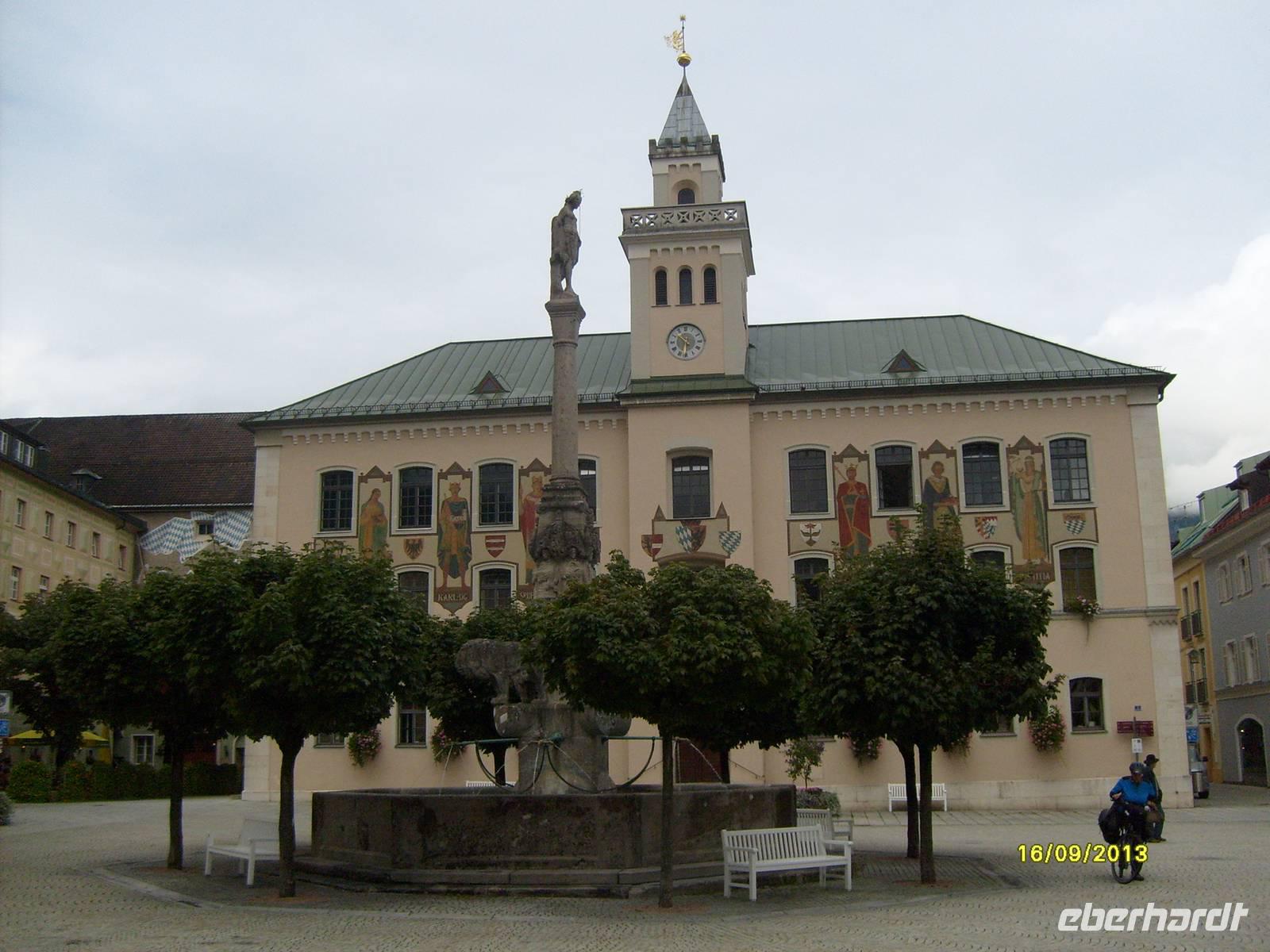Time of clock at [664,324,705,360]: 10:31
